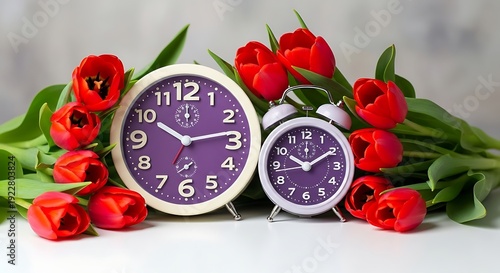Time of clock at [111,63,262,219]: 10:13
